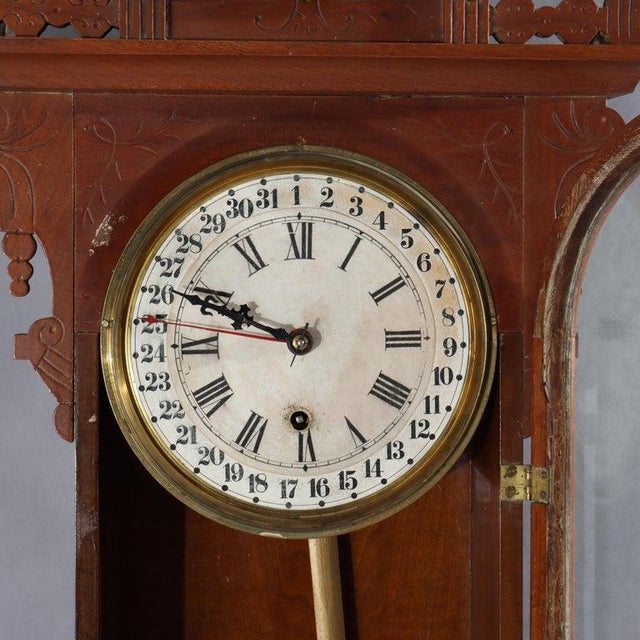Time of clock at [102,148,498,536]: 9:48
